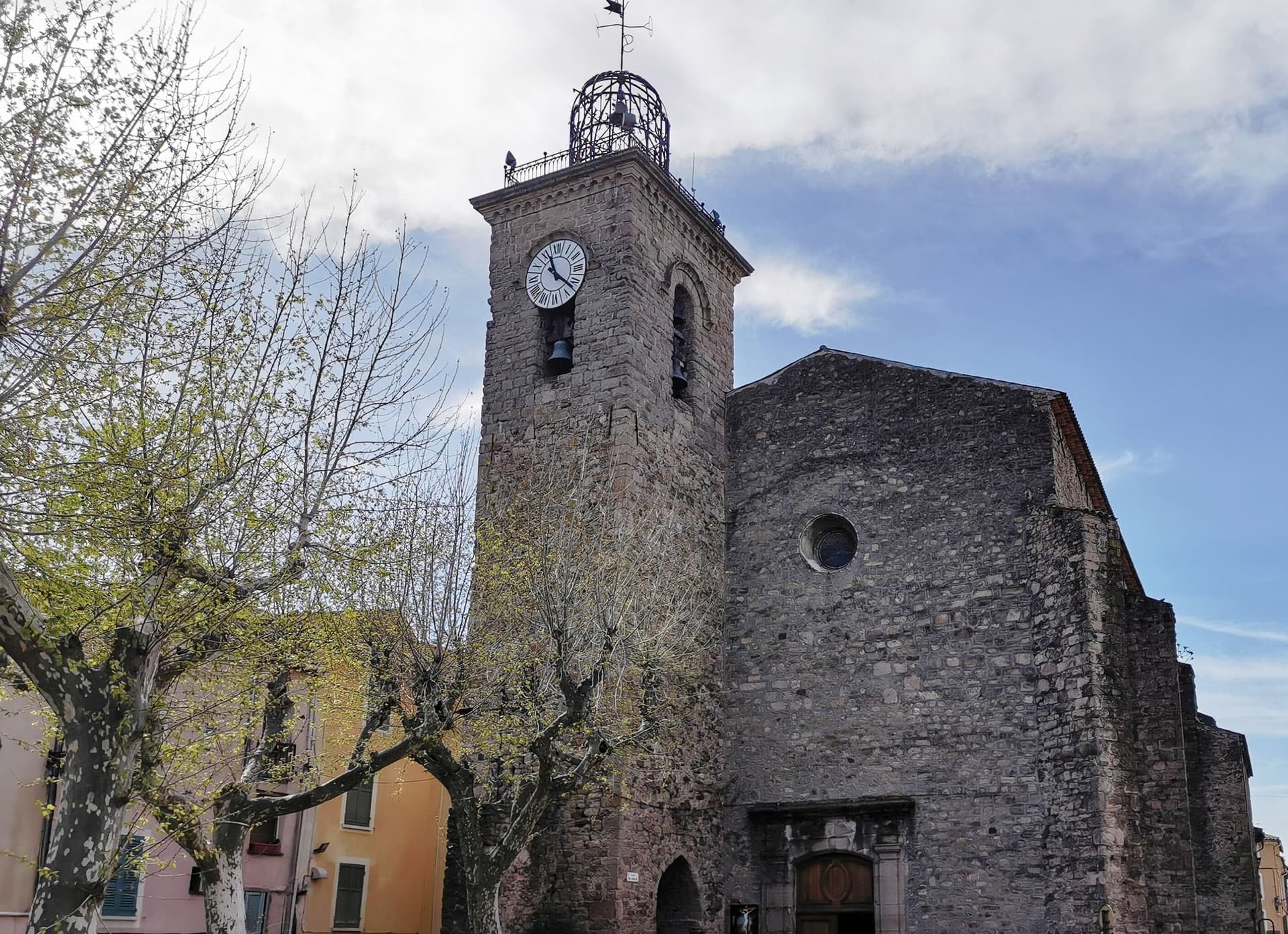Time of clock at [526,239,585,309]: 11:22
